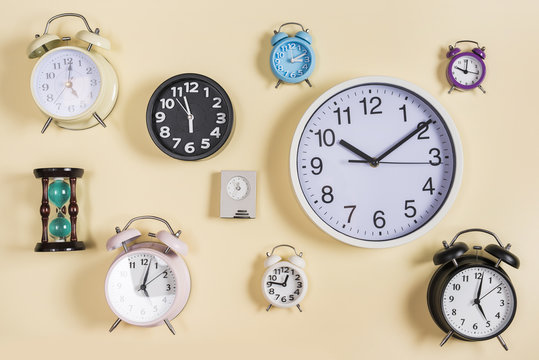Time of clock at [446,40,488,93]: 10:01
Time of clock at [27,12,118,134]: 5:01
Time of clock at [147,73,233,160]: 5:57
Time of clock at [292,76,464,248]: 10:09
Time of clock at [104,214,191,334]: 5:02
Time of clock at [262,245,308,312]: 12:46
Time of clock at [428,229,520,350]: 5:01
